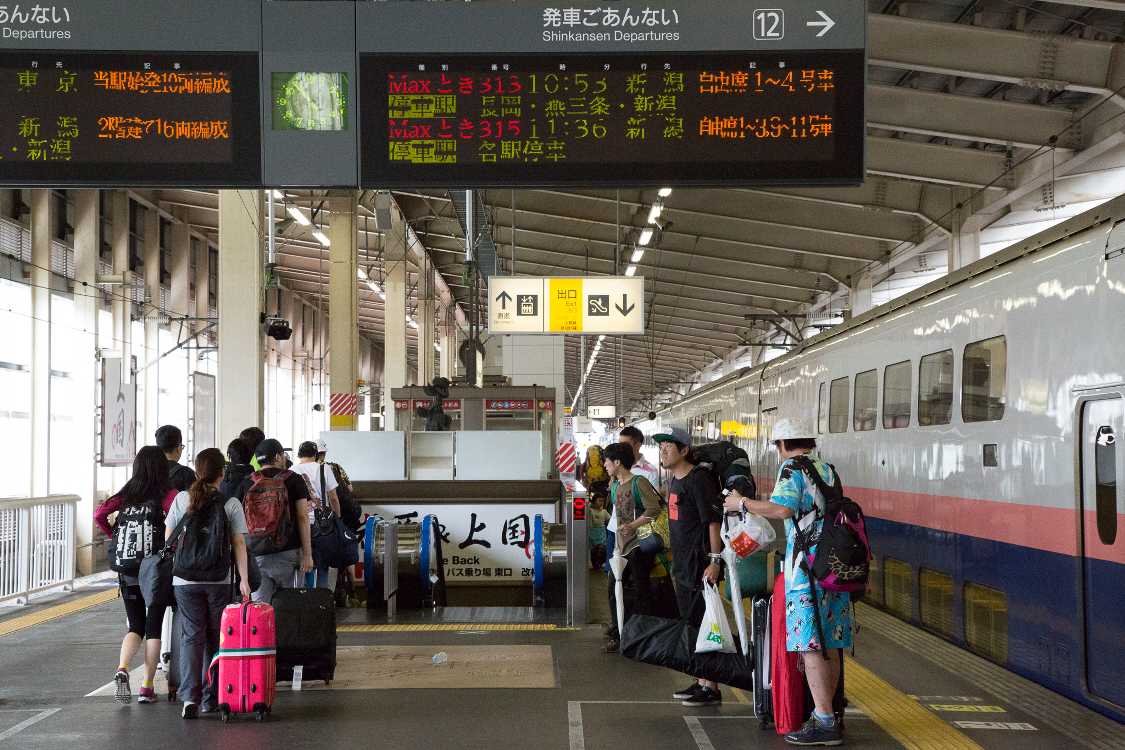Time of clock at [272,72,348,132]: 5:59
